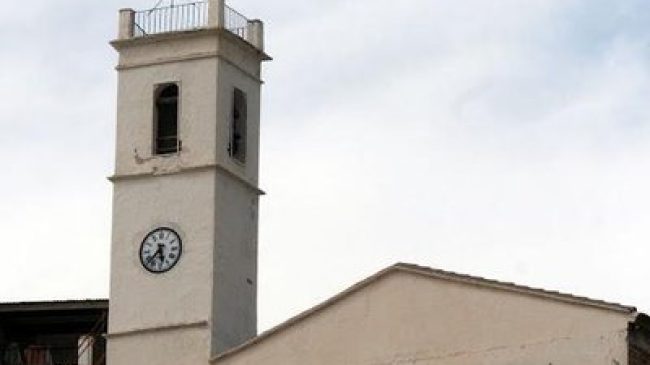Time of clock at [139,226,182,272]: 5:37
